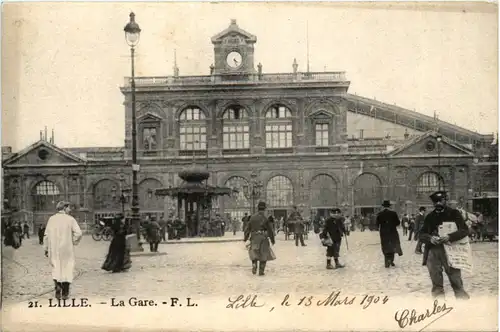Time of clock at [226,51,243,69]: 4:26
